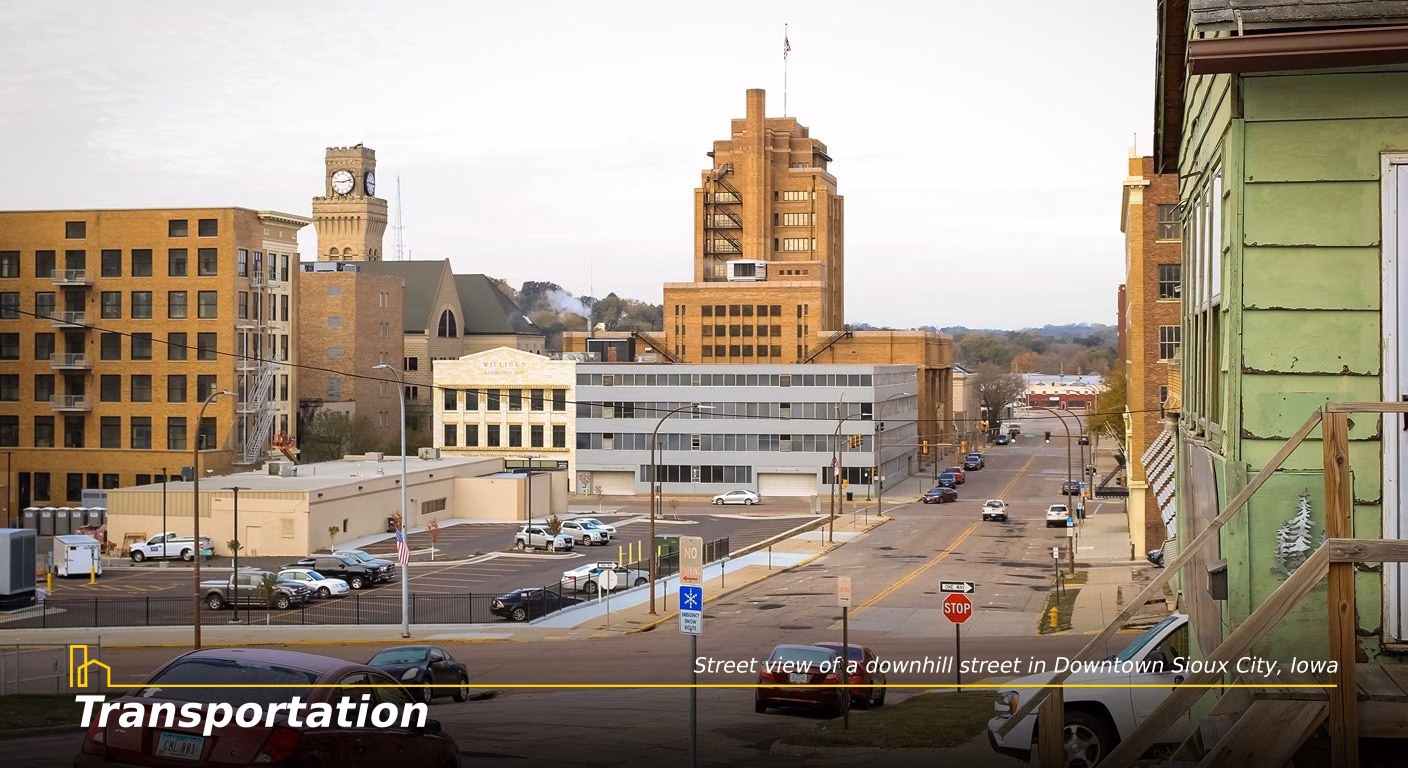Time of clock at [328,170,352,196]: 9:12
